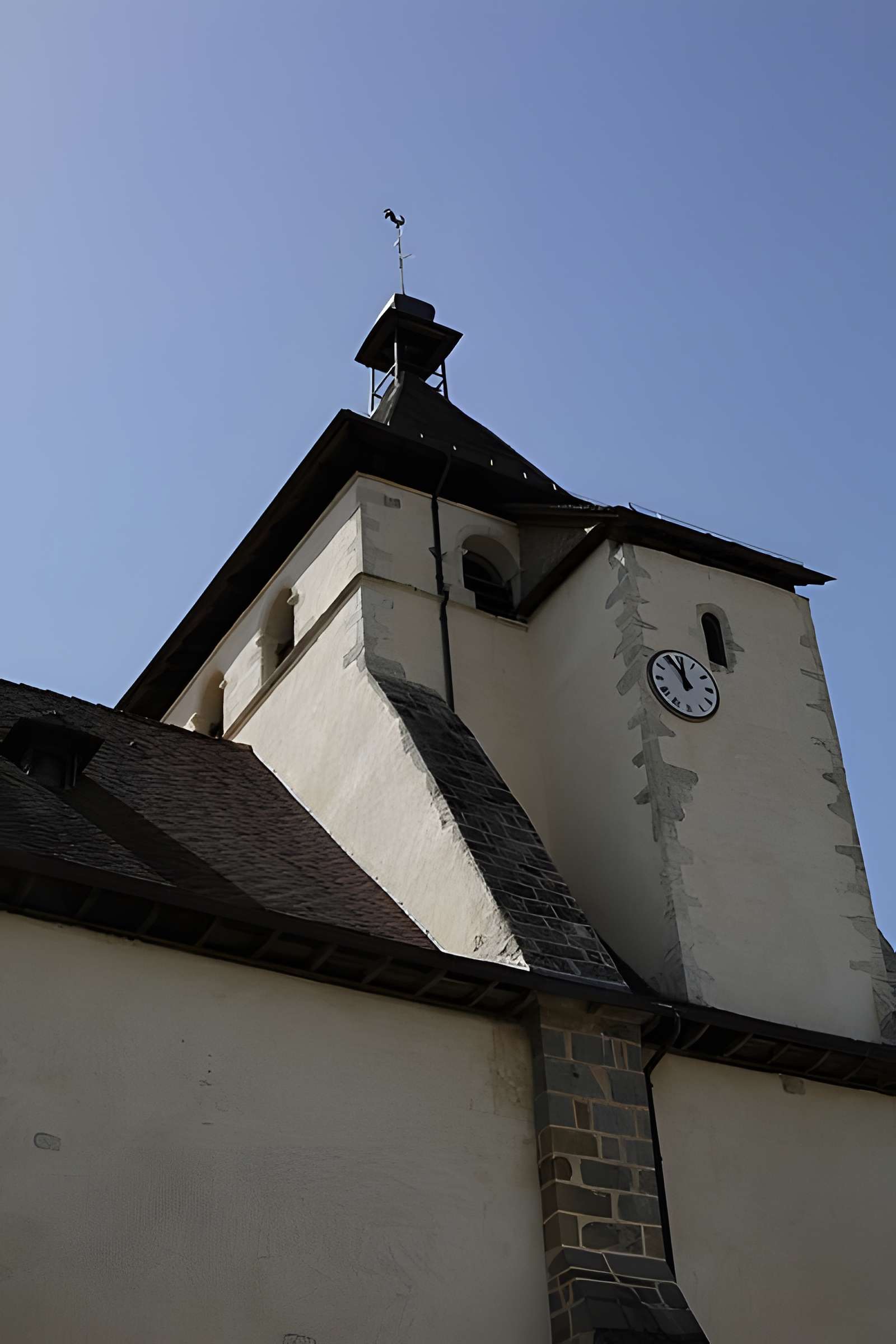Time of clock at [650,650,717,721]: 11:55
